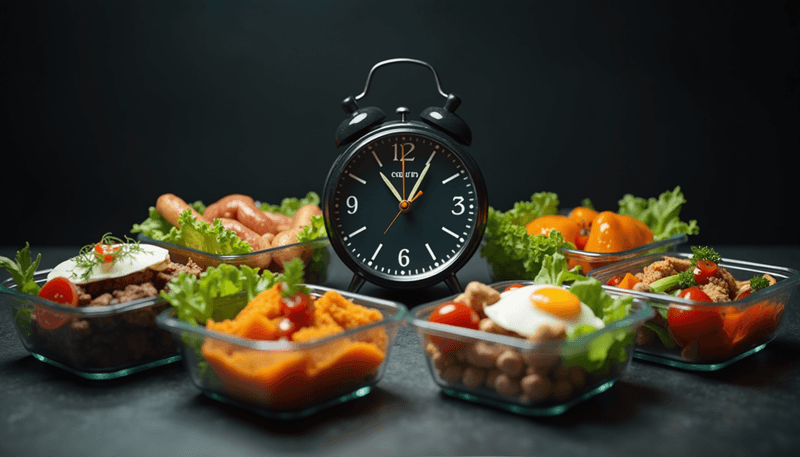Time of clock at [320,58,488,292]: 11:05
